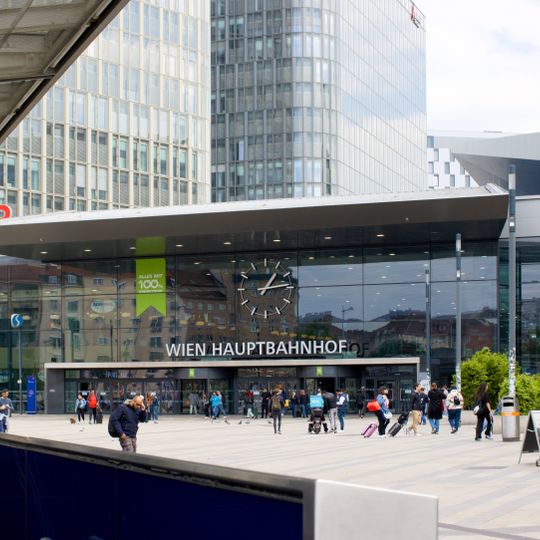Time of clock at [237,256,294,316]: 1:13
